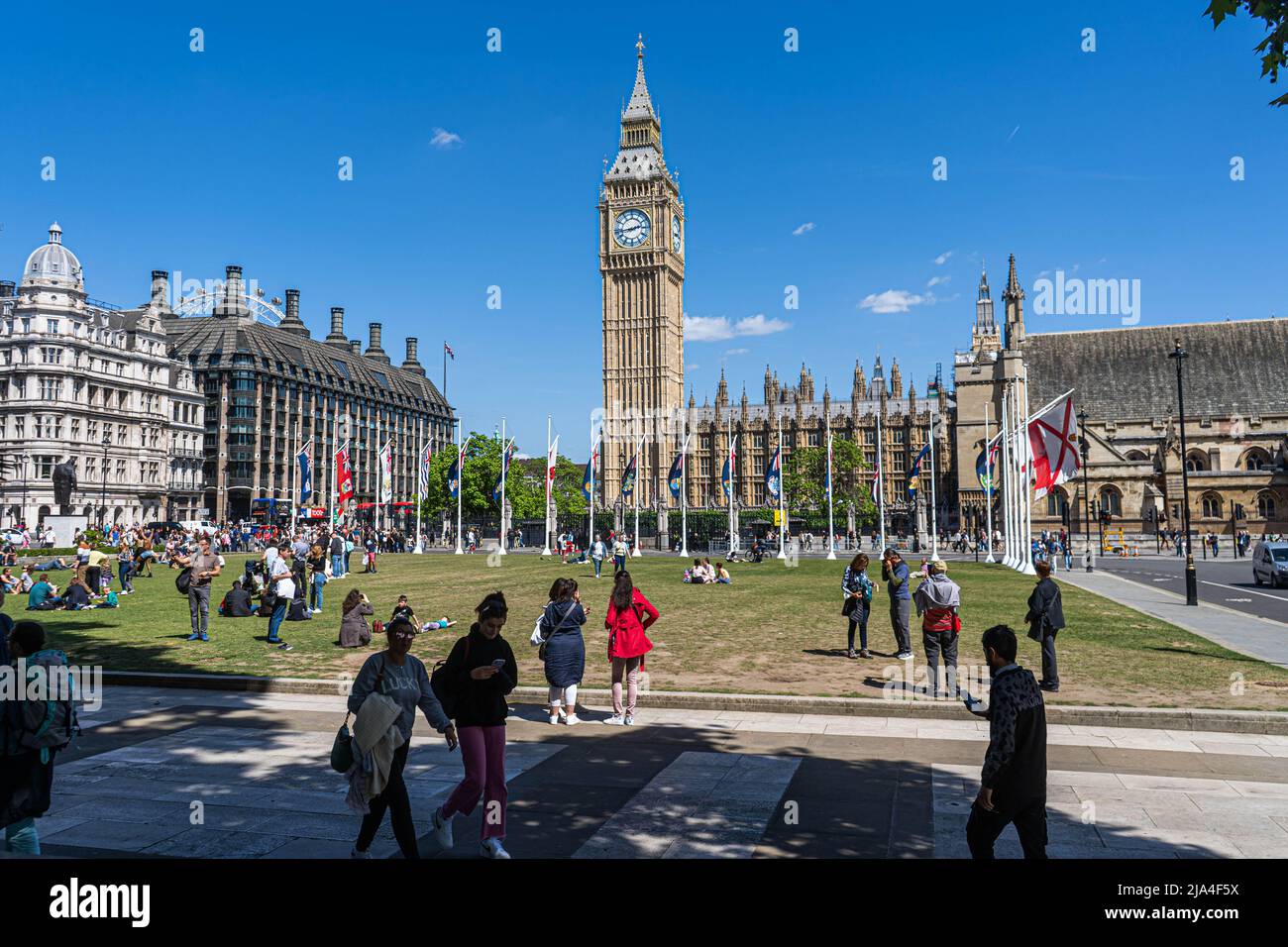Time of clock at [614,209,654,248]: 2:43
